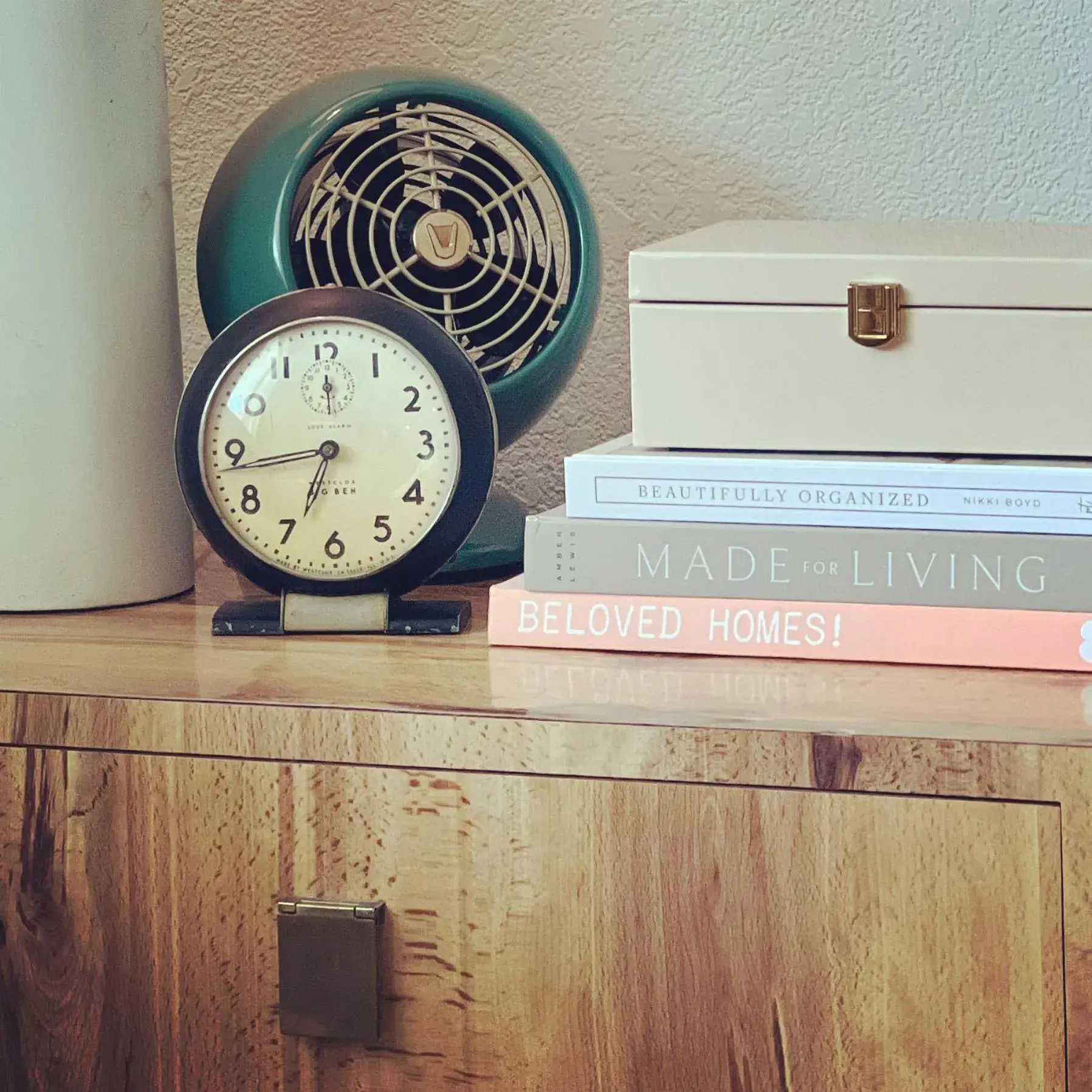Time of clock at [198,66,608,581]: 6:43
